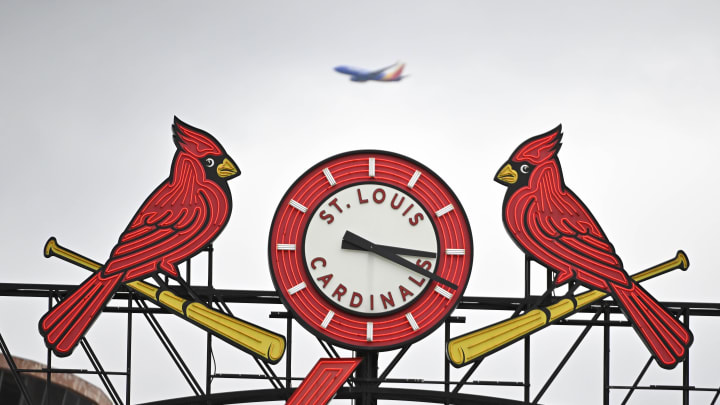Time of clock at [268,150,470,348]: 3:18
